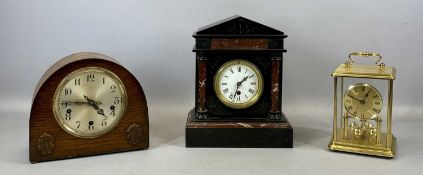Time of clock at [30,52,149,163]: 4:45
